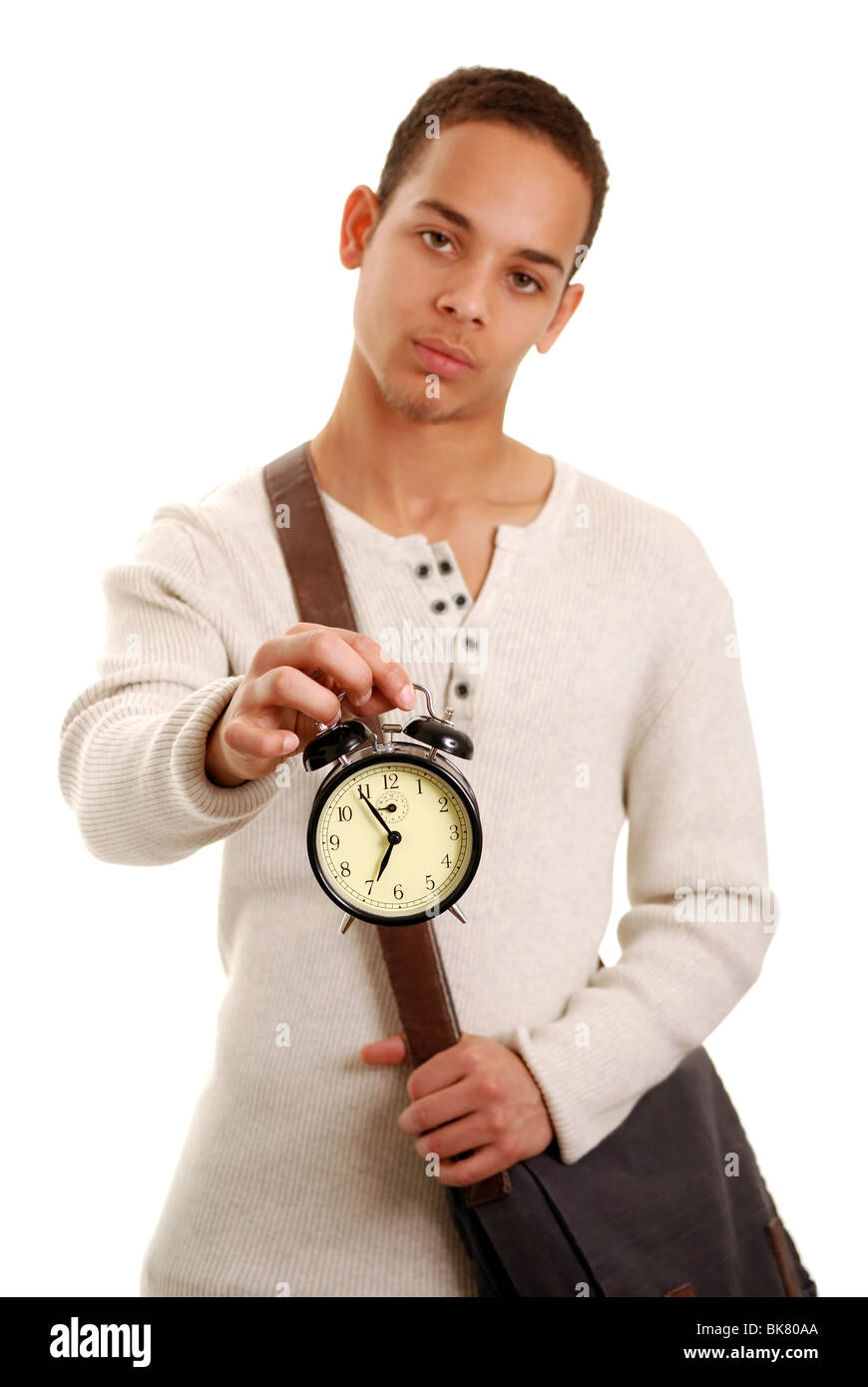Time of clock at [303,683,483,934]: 6:54
